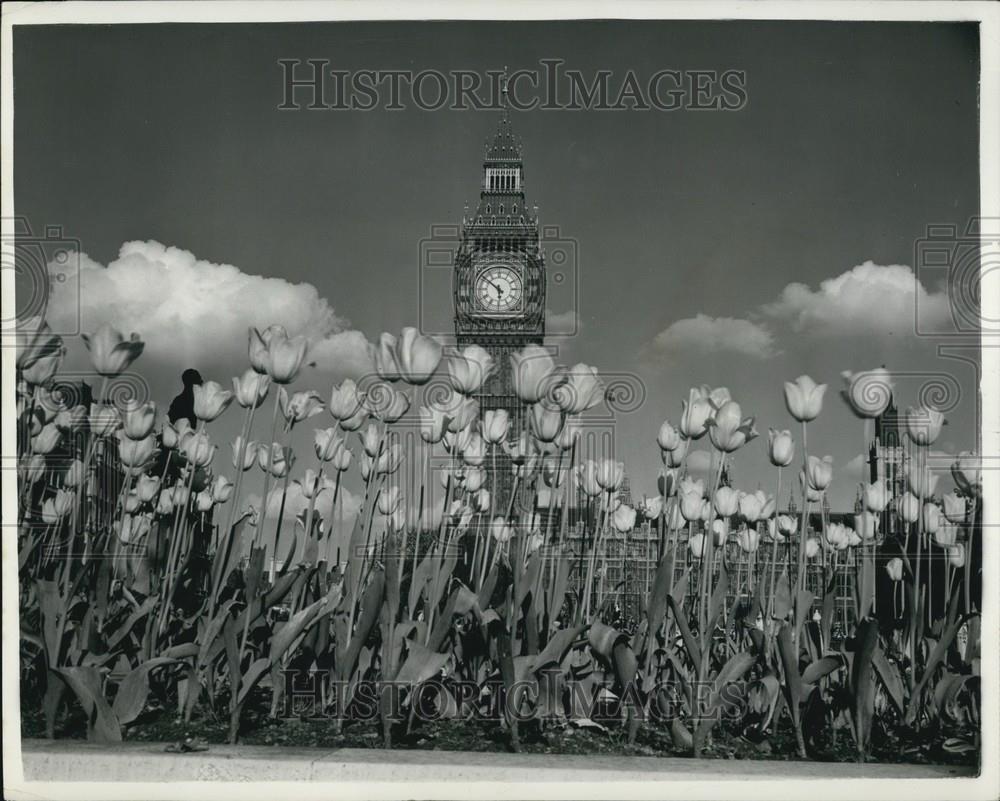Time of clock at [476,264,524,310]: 5:51
